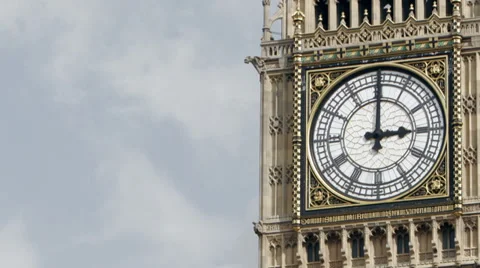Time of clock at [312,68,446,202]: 3:00
